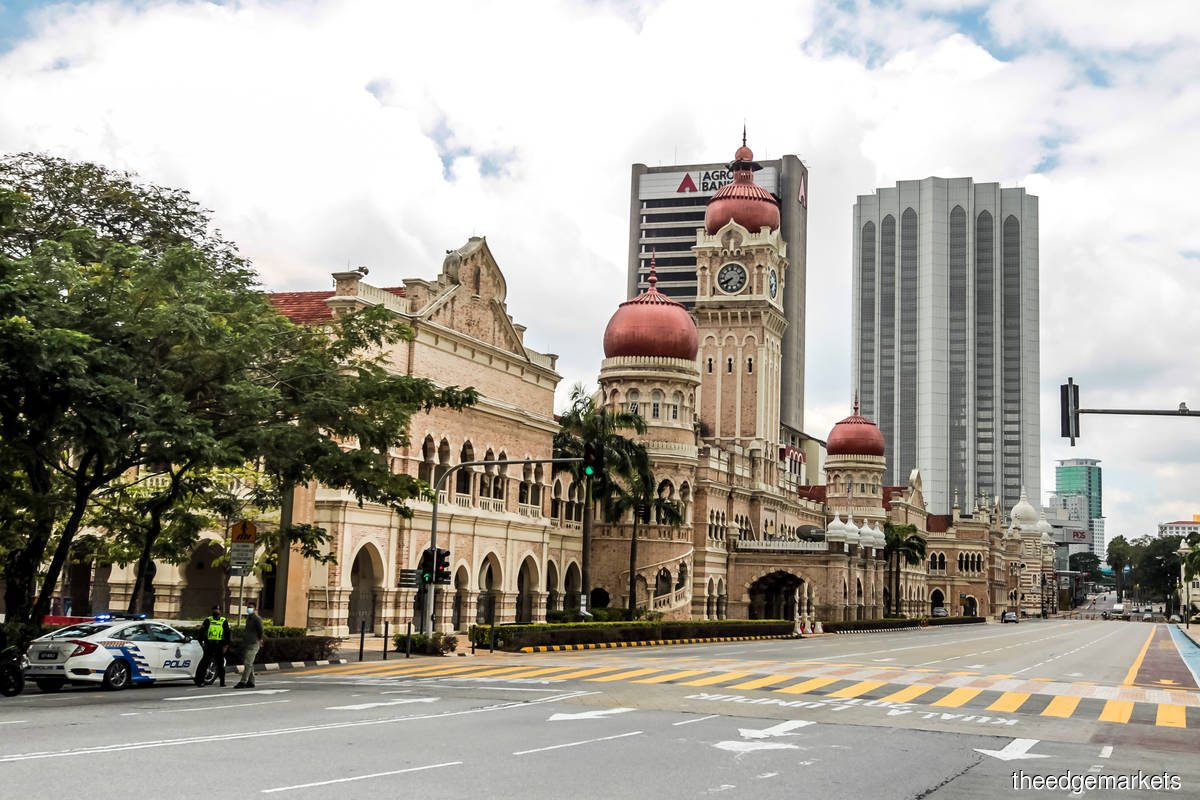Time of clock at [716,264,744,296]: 7:40
